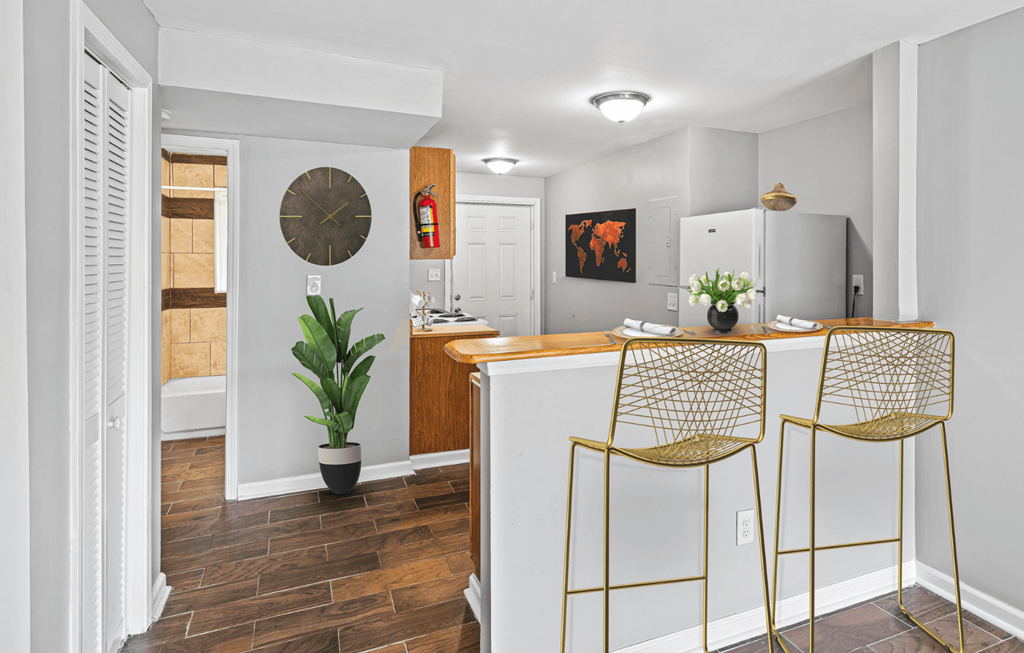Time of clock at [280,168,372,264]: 1:51
